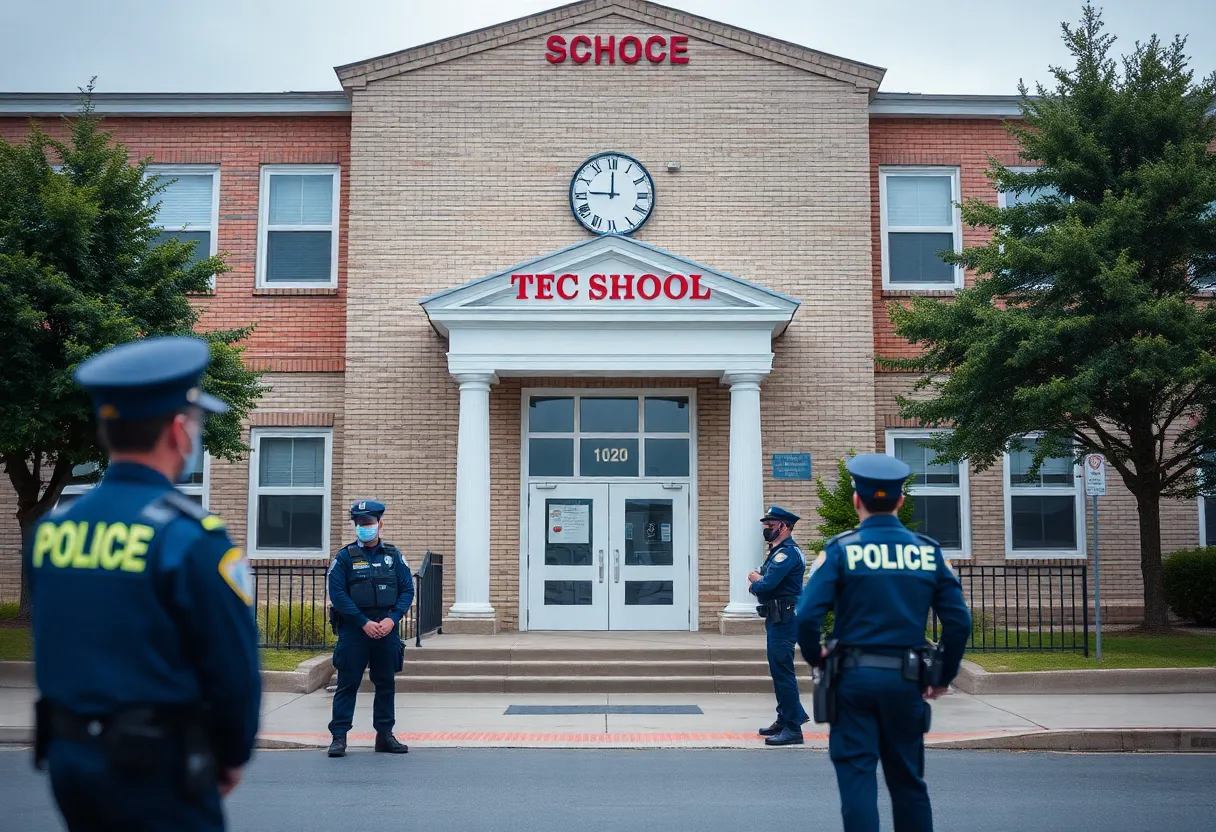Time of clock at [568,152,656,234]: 9:00
